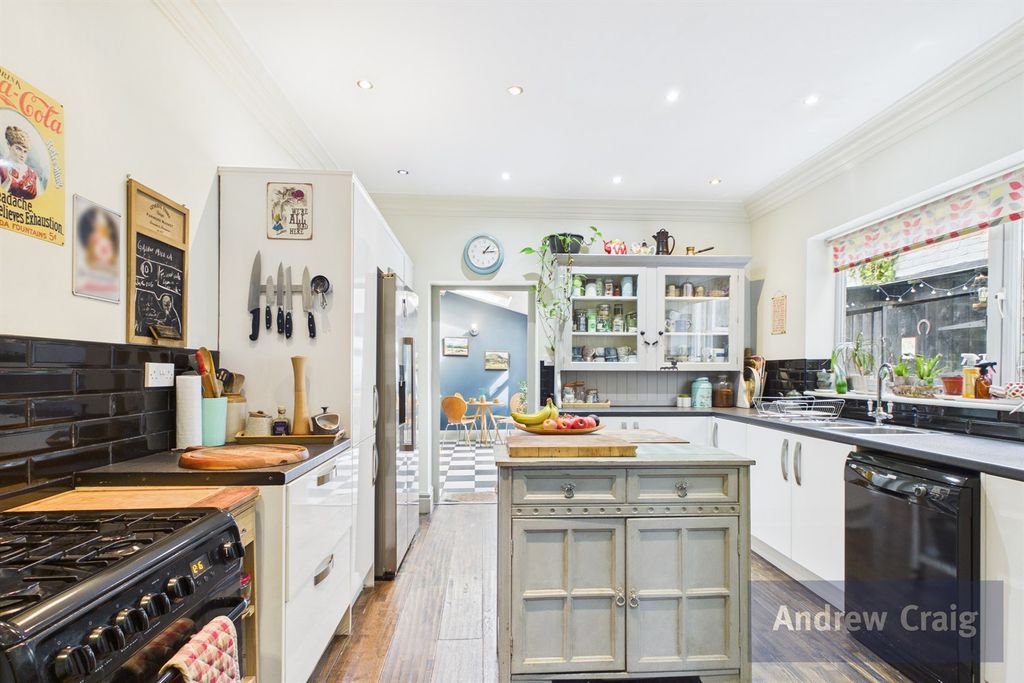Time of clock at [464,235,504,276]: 1:13
